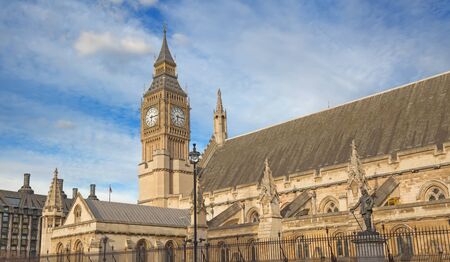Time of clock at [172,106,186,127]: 6:14
